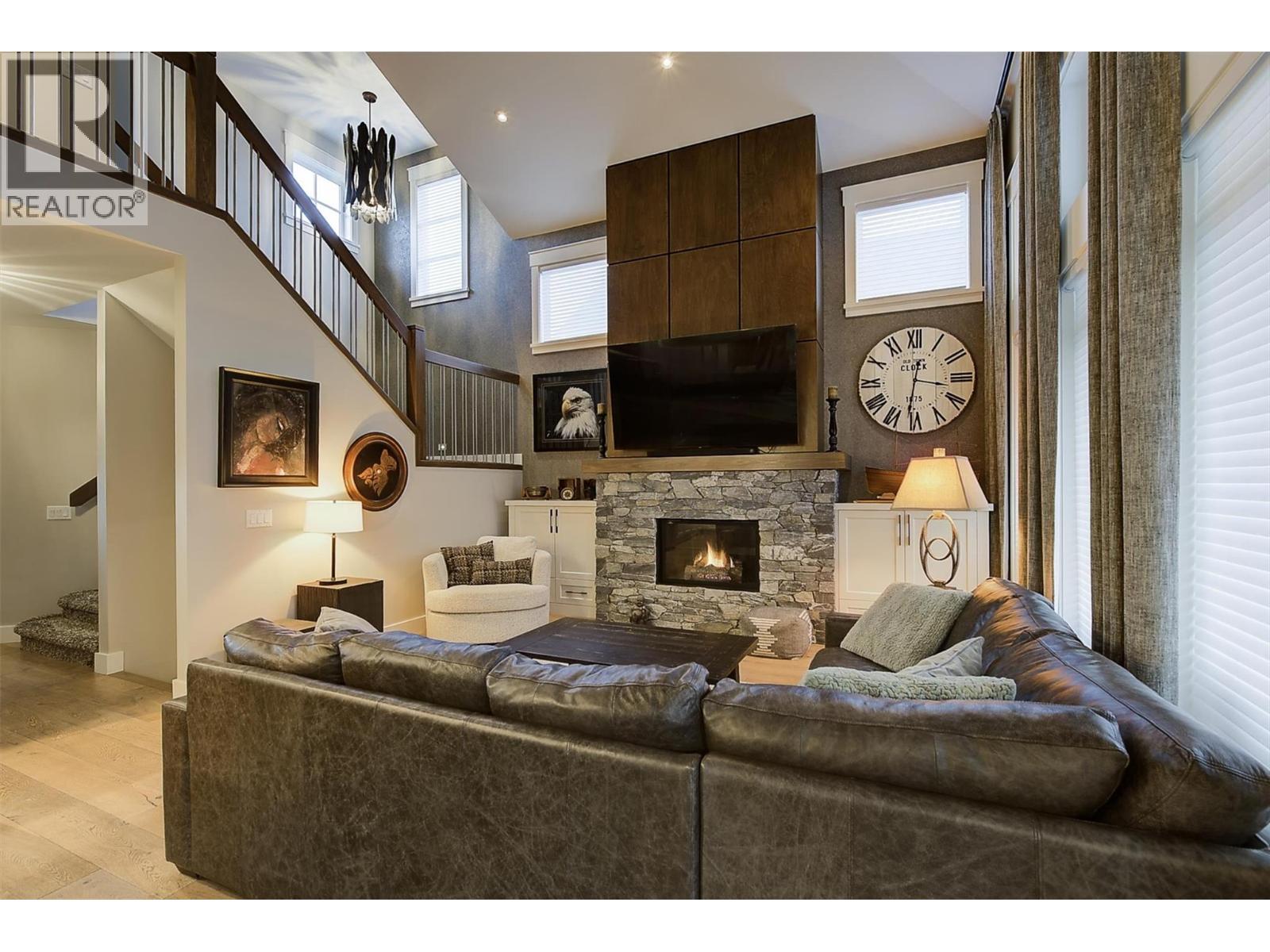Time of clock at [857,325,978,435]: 3:31
